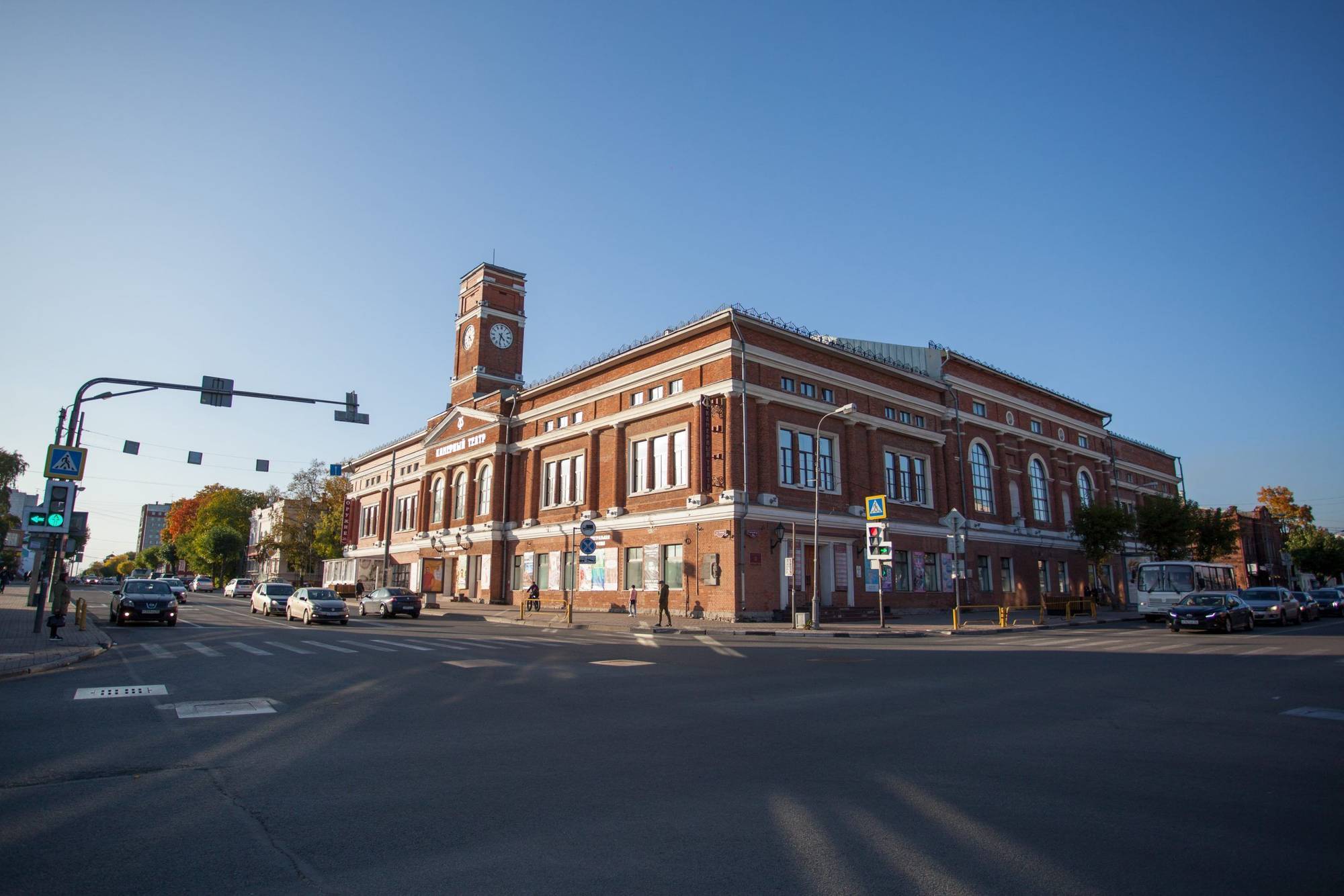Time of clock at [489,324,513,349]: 4:31
